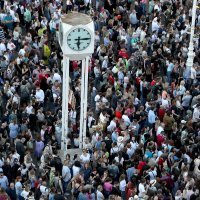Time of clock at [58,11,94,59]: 6:15
